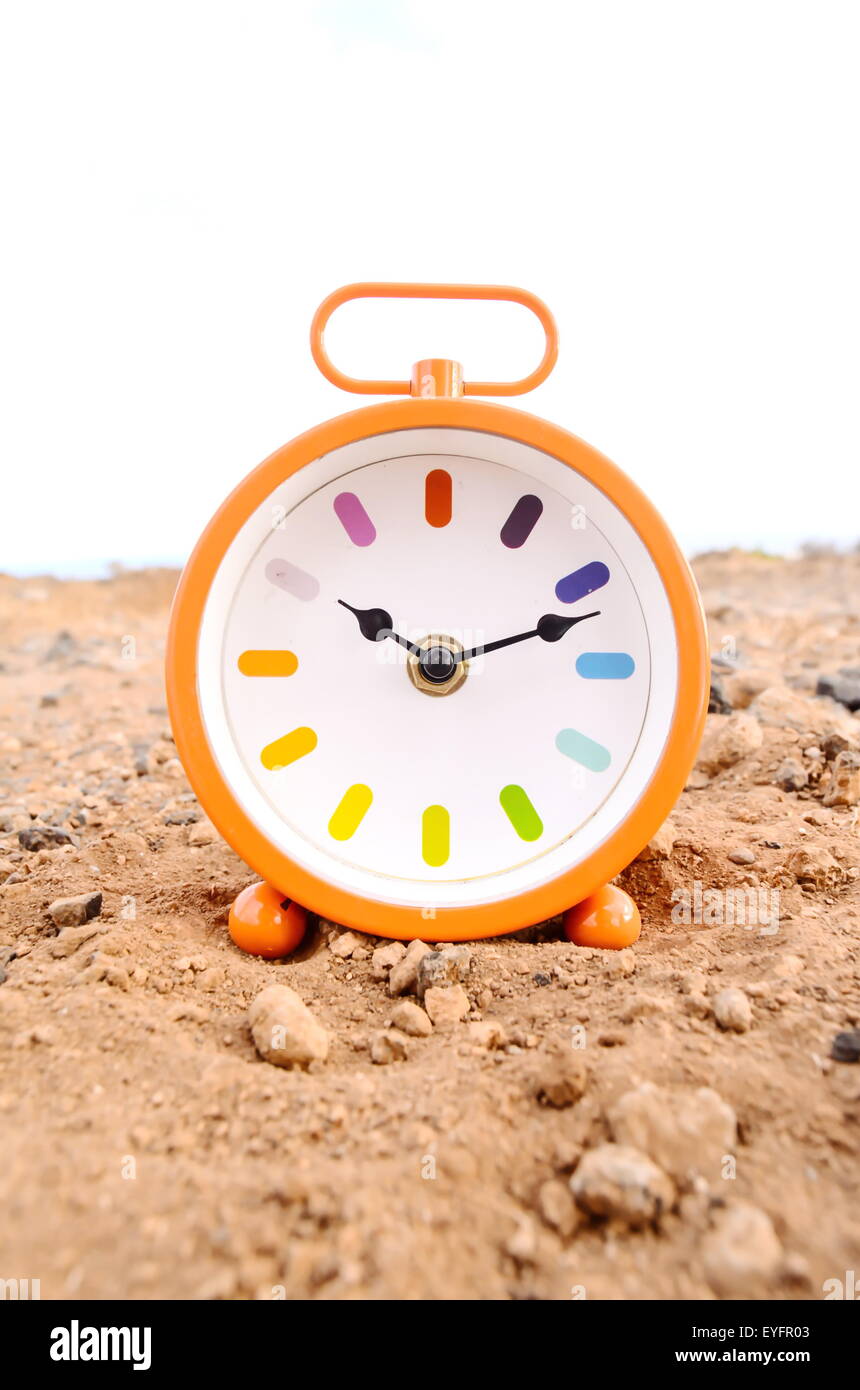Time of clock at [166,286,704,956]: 10:11
